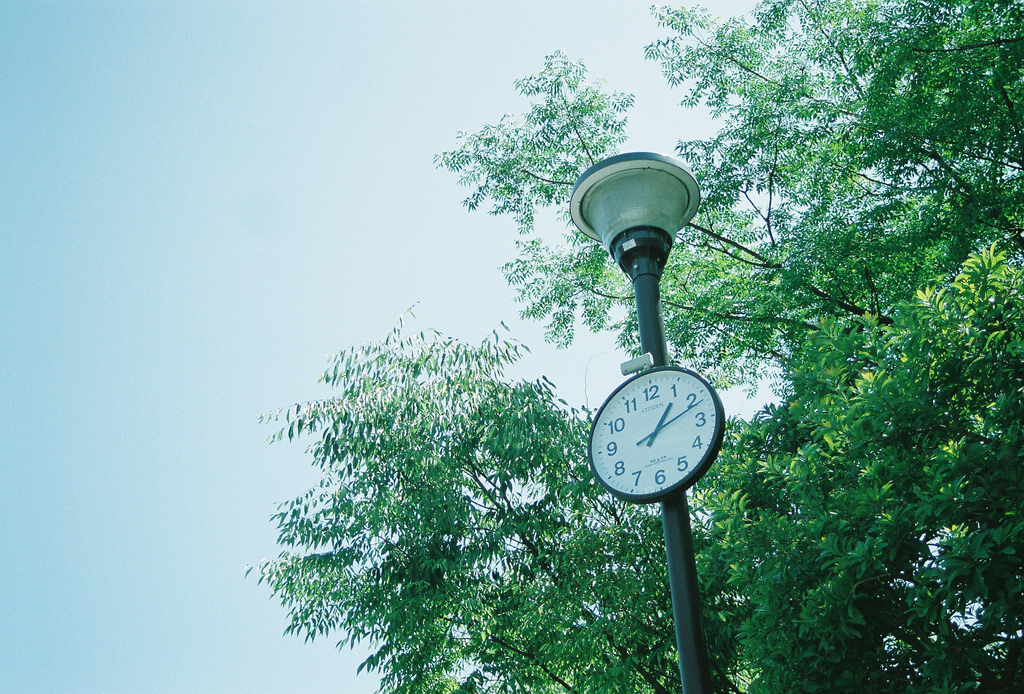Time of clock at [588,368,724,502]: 1:11
